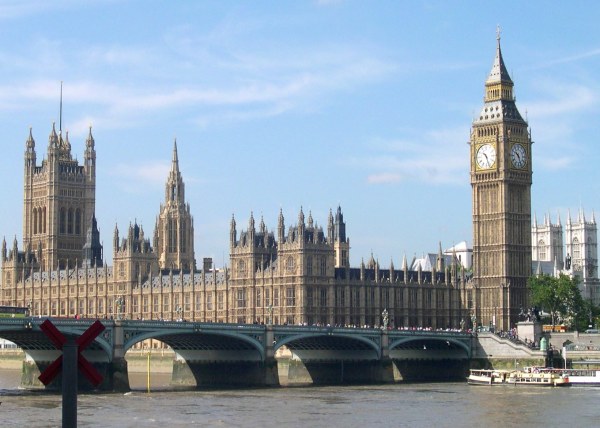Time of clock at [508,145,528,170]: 10:26
